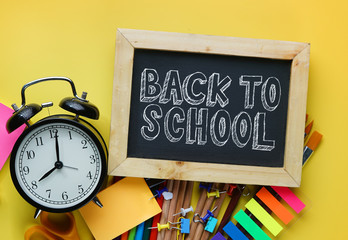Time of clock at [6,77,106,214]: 8:01
